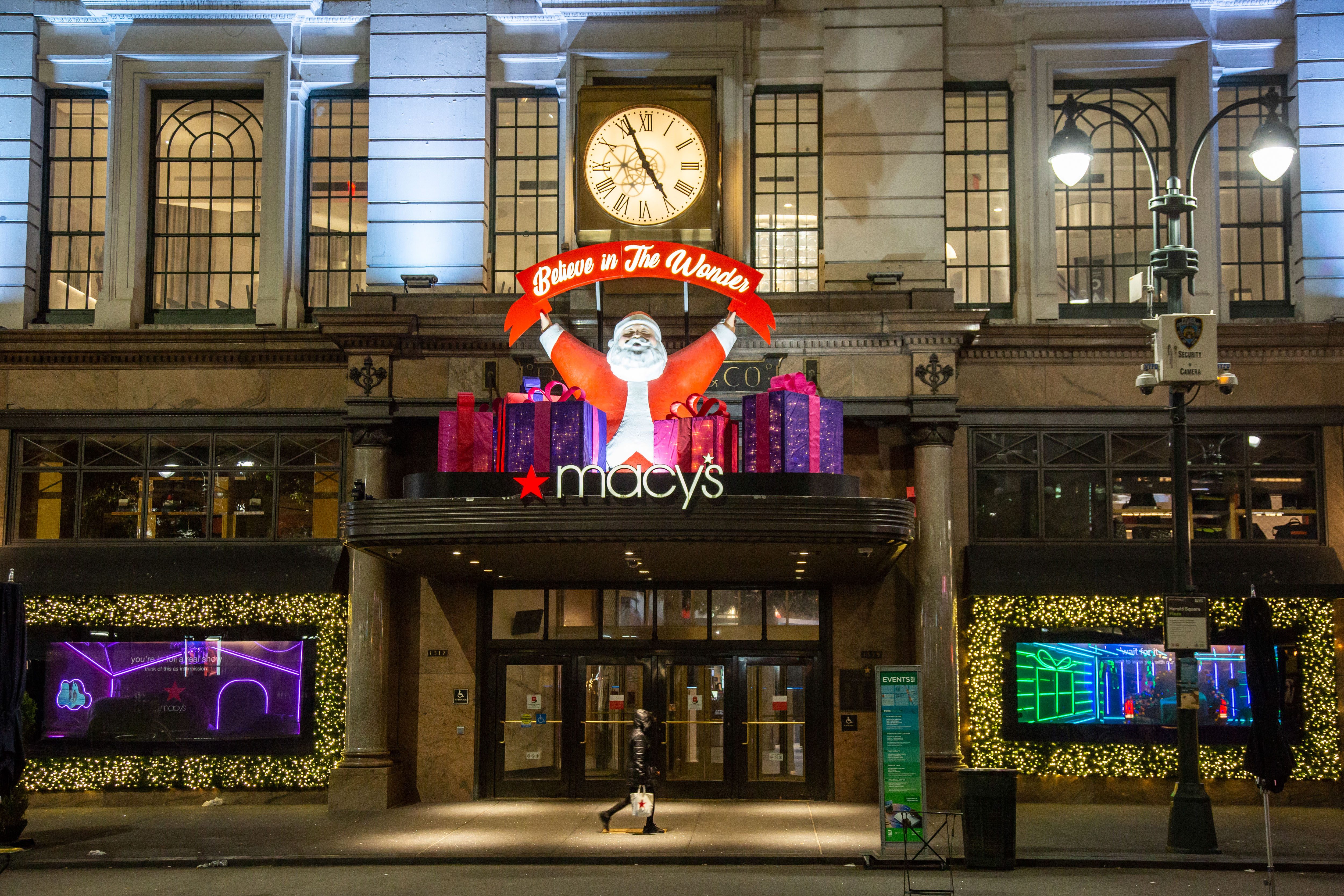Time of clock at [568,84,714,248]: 4:56
